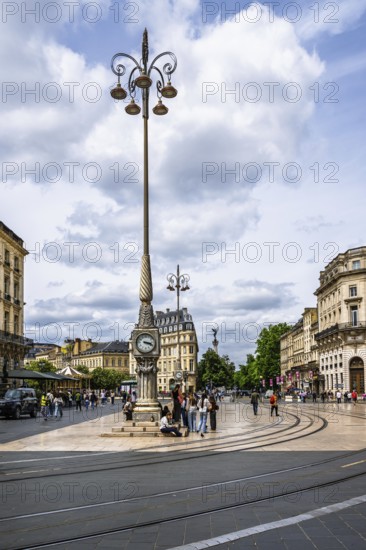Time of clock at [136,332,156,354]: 3:18
